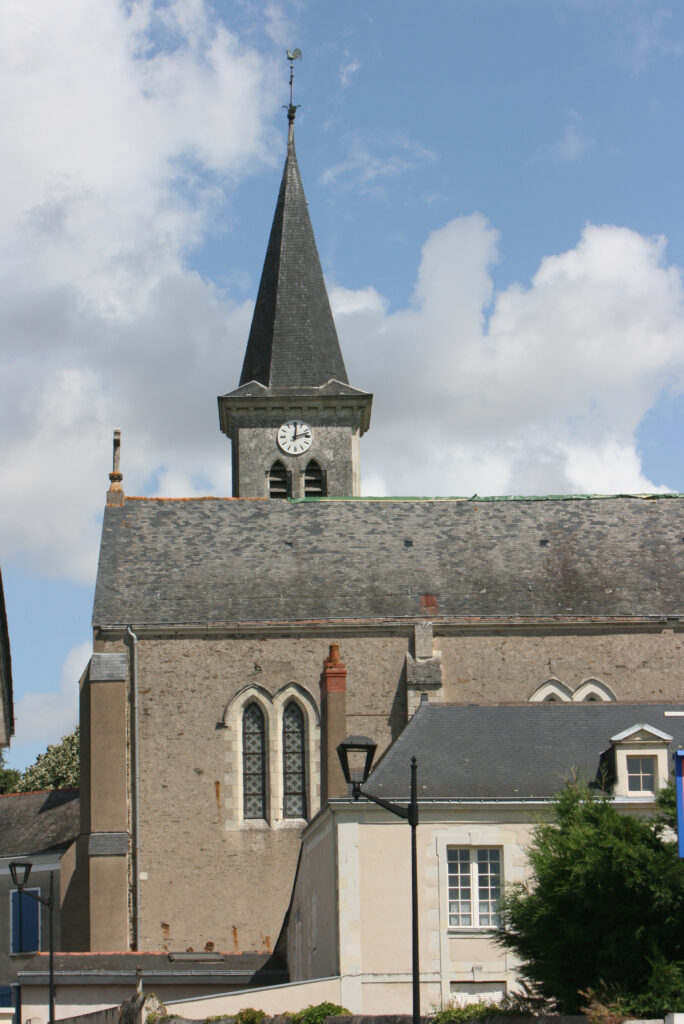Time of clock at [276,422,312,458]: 12:12
